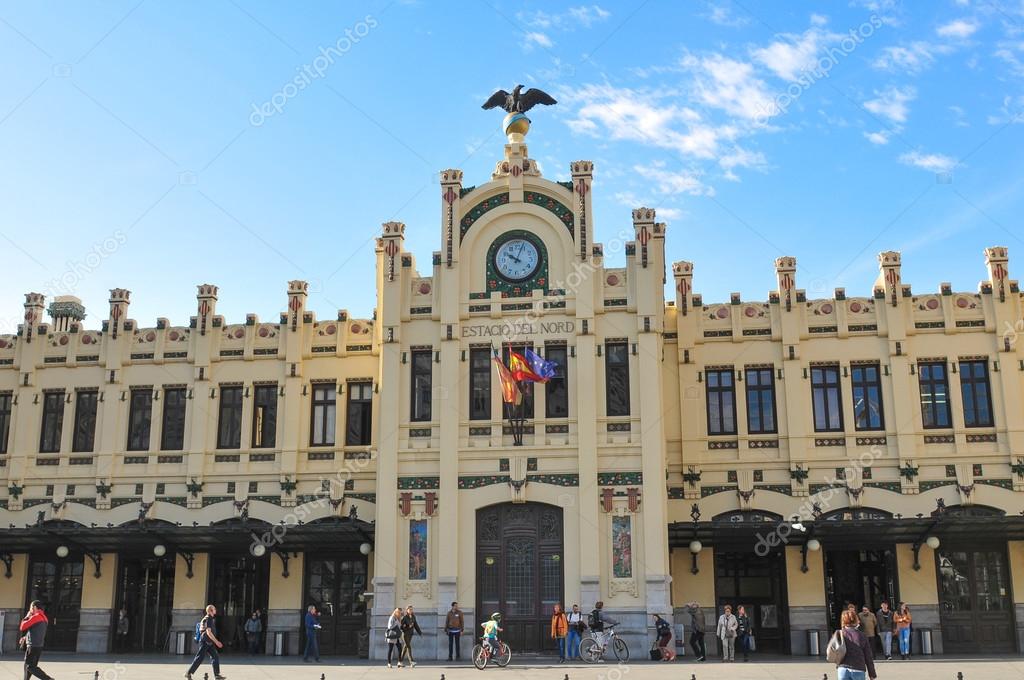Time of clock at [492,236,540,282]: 10:03
